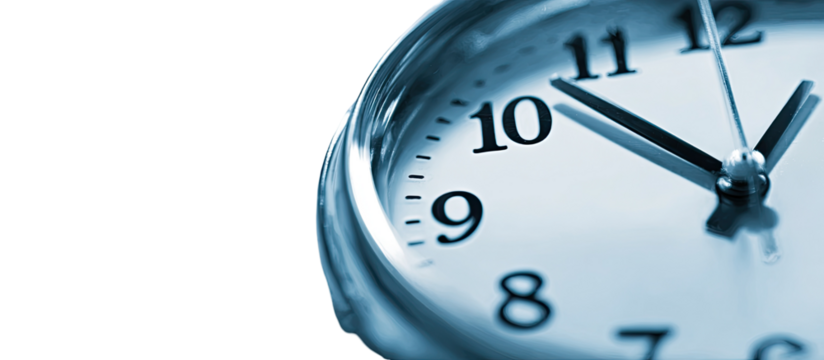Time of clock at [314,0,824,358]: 12:52
